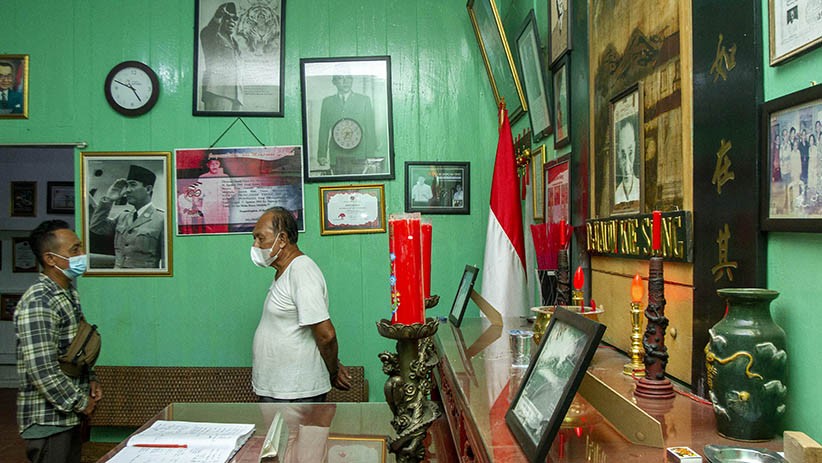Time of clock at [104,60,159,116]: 4:49
